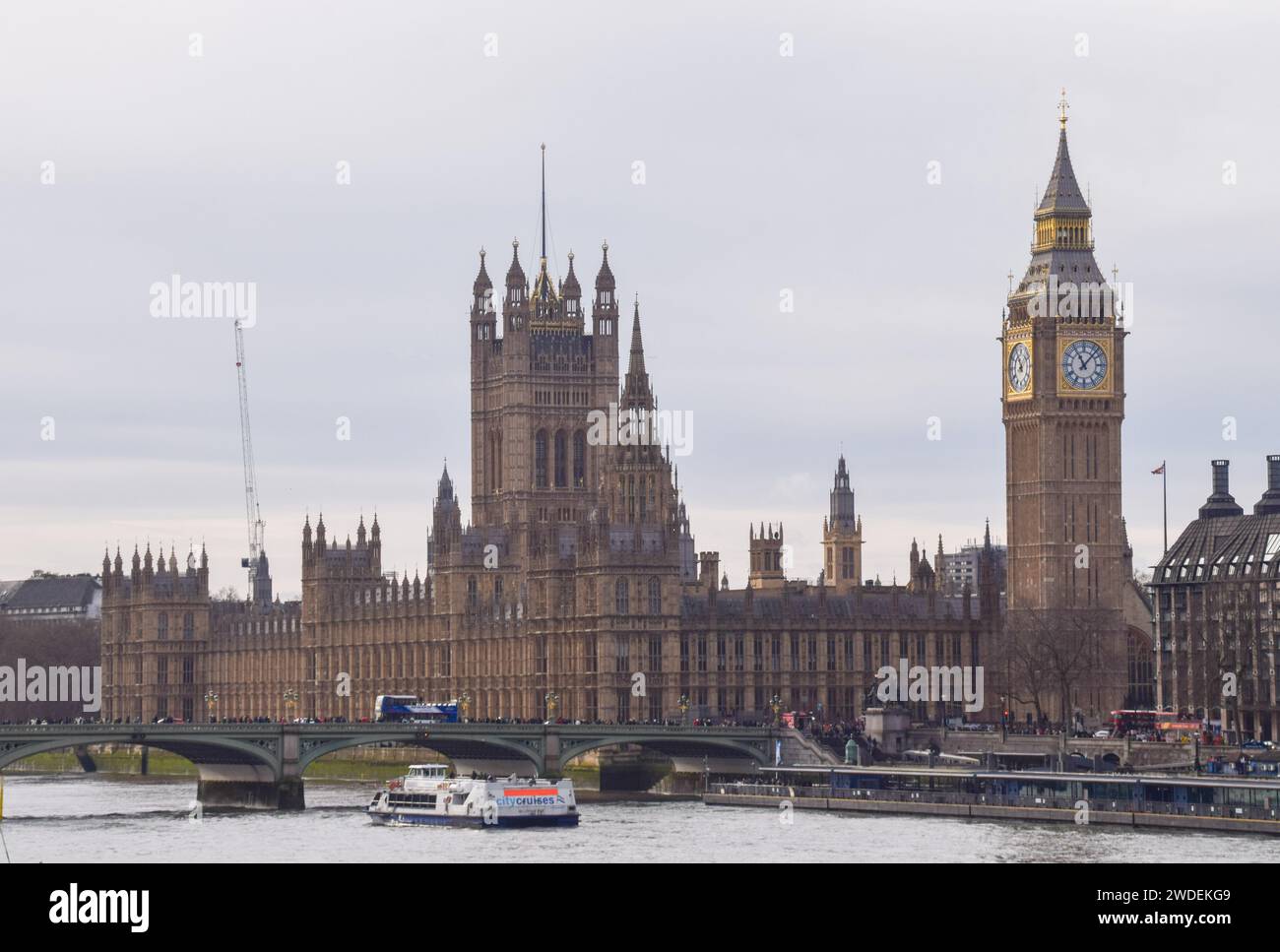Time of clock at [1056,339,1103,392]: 11:07
